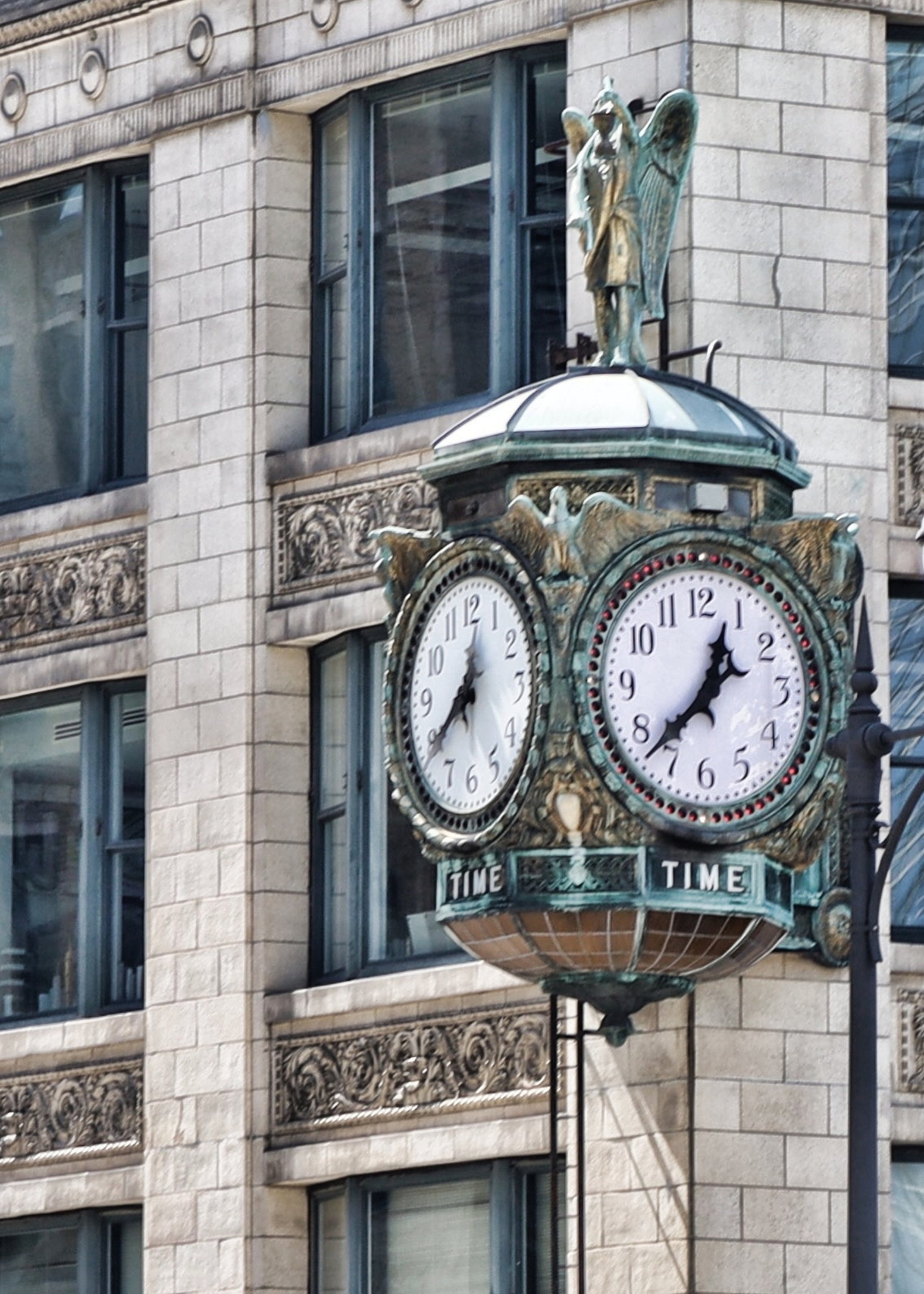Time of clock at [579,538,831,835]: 12:37
